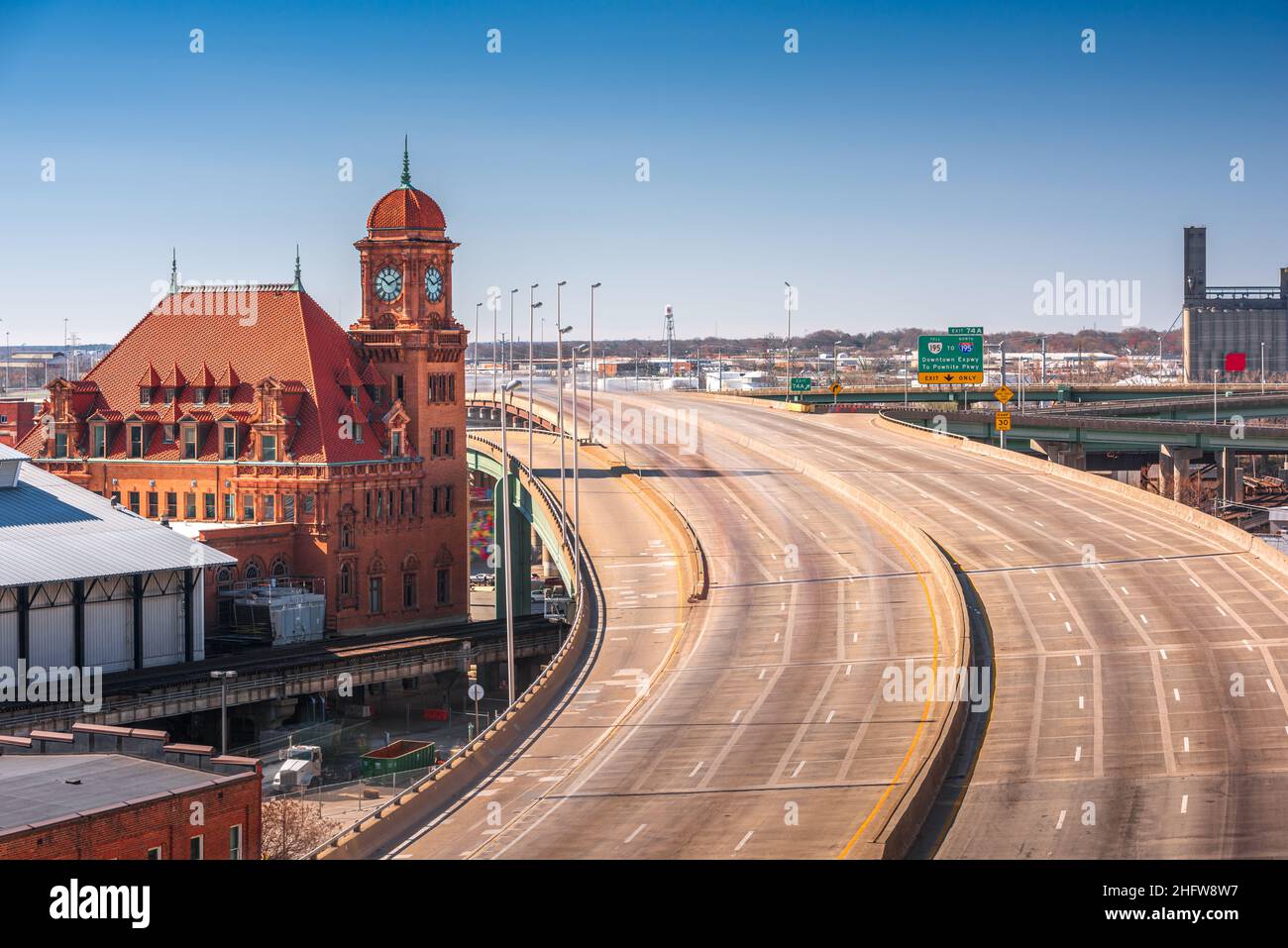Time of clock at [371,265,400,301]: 10:10
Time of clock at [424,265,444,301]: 10:11
